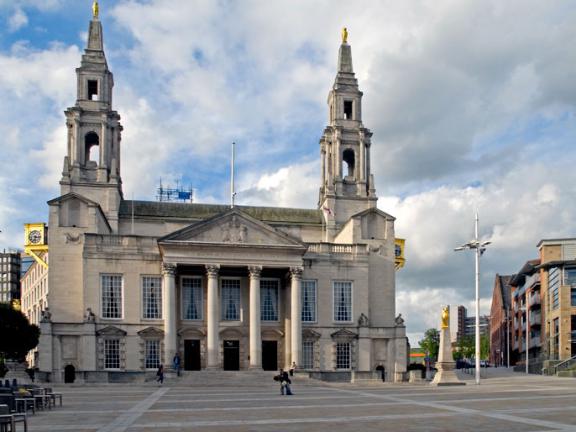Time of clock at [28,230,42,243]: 6:15
